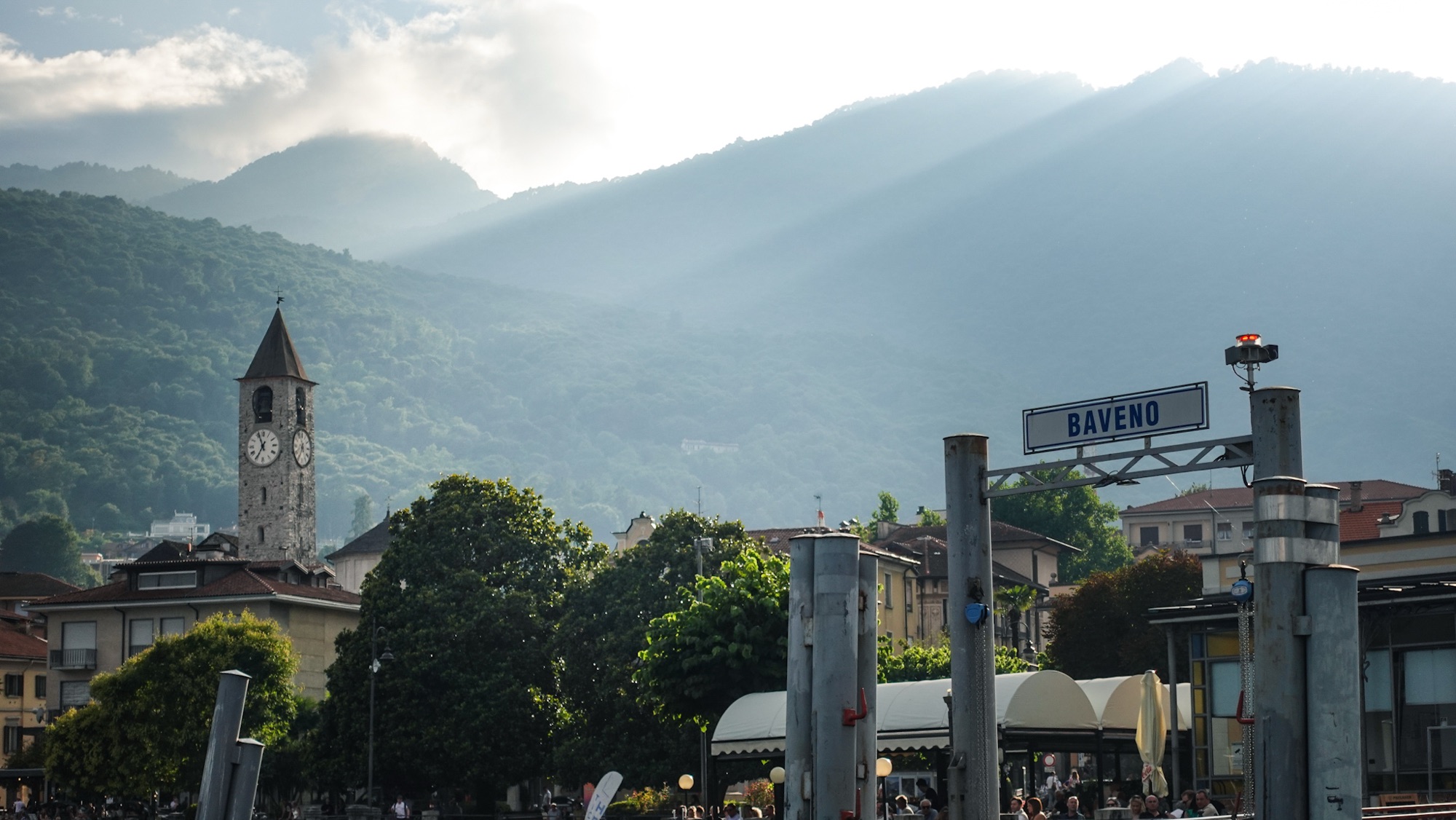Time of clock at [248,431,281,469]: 6:56
